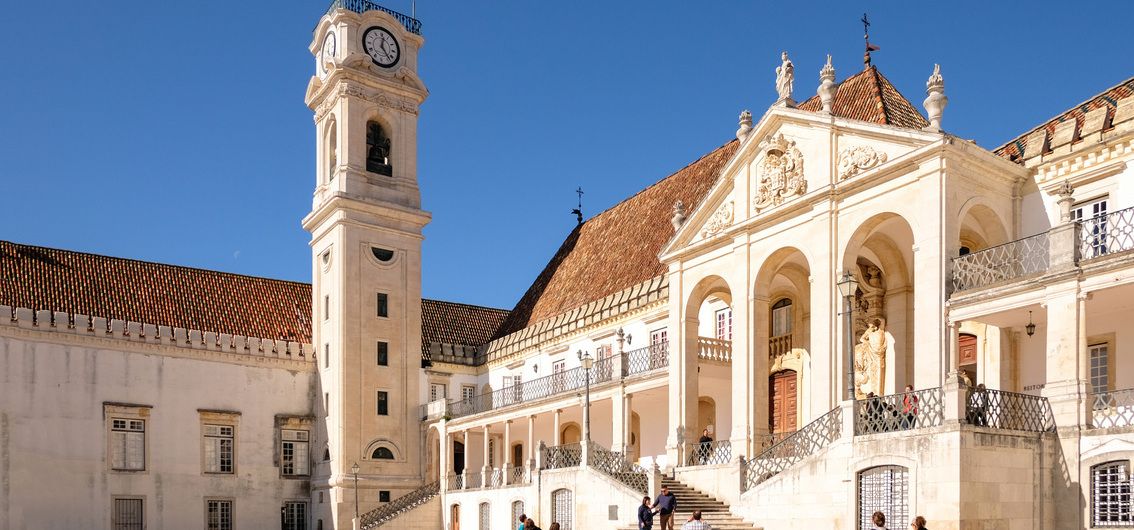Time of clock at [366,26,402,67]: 12:23
